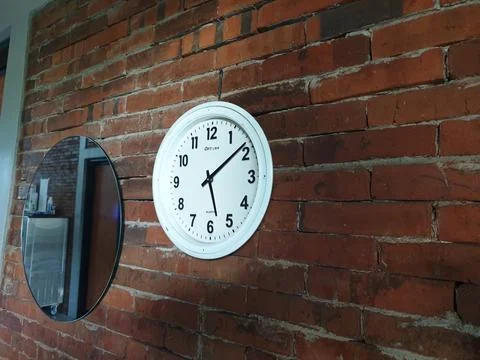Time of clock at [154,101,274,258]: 5:08
